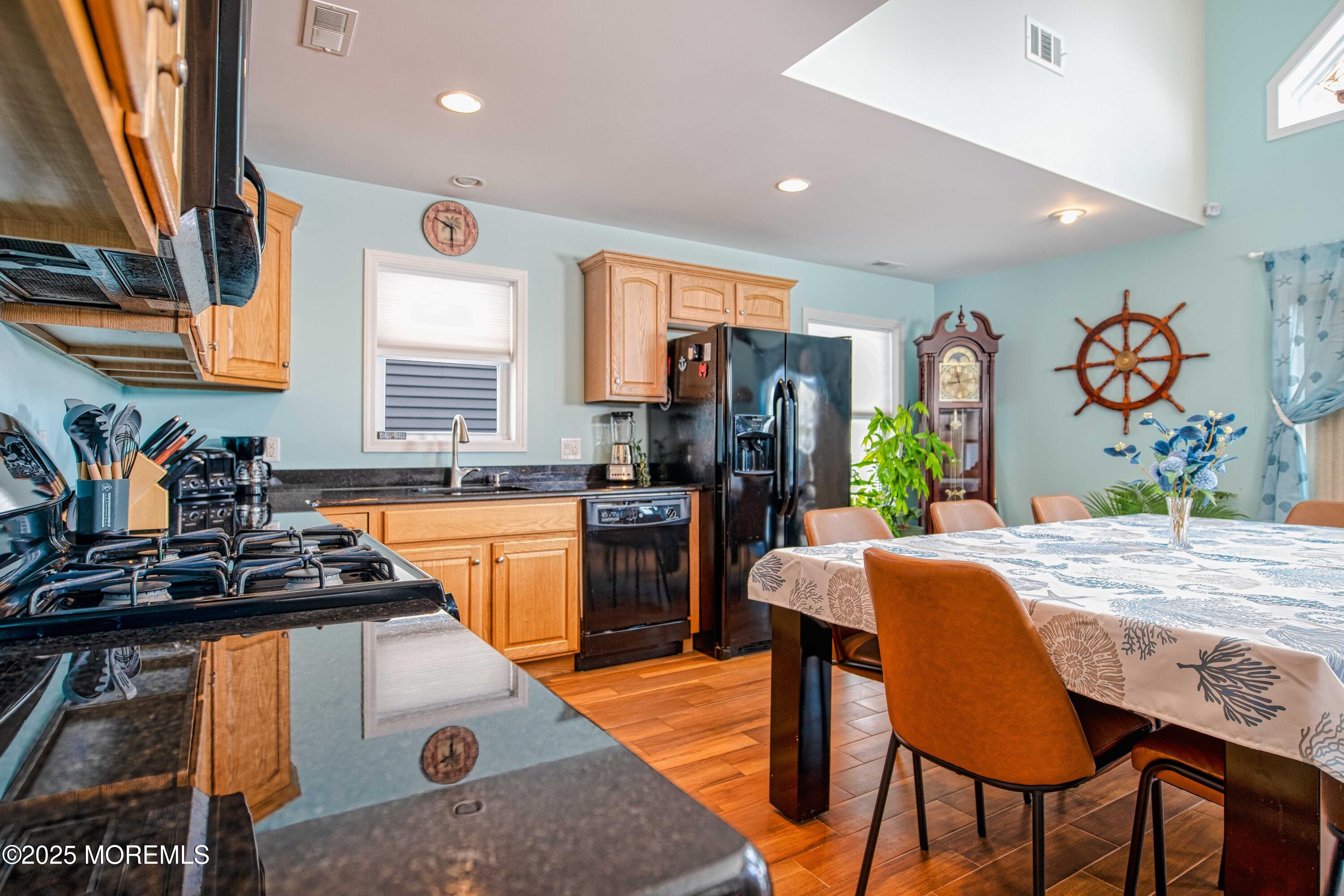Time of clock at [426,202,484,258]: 5:49
